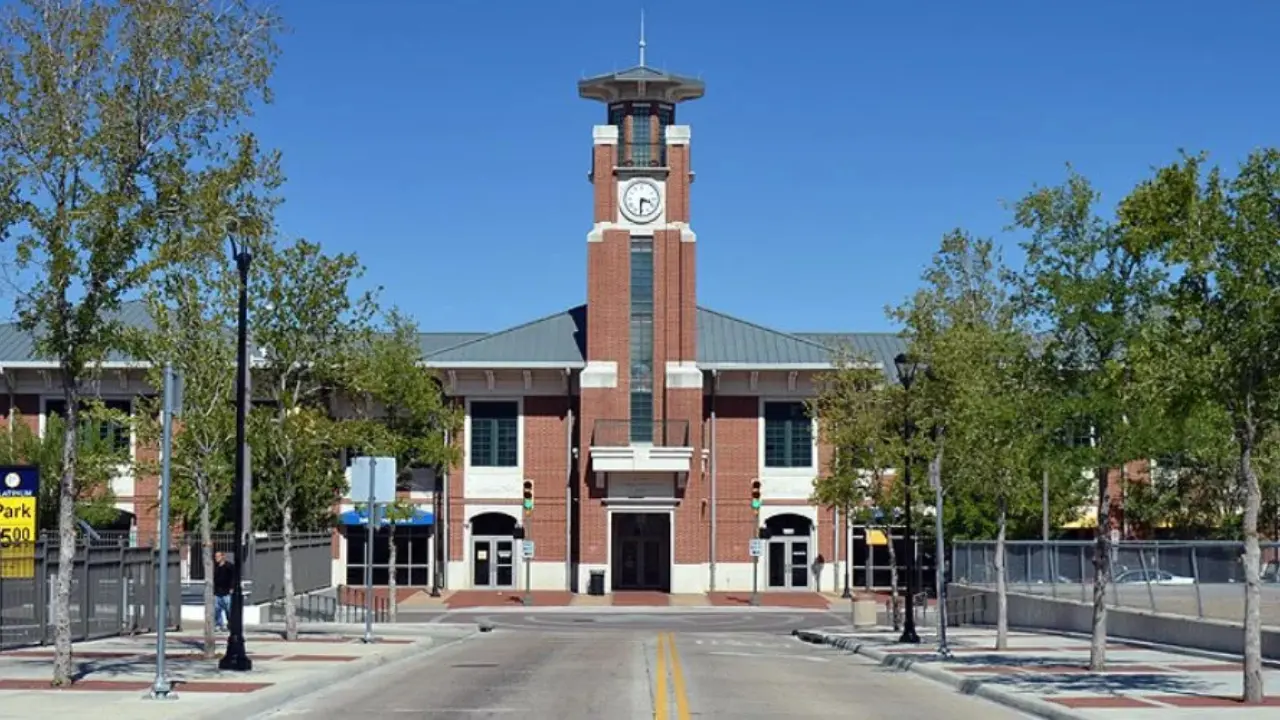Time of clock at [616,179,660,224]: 3:30
